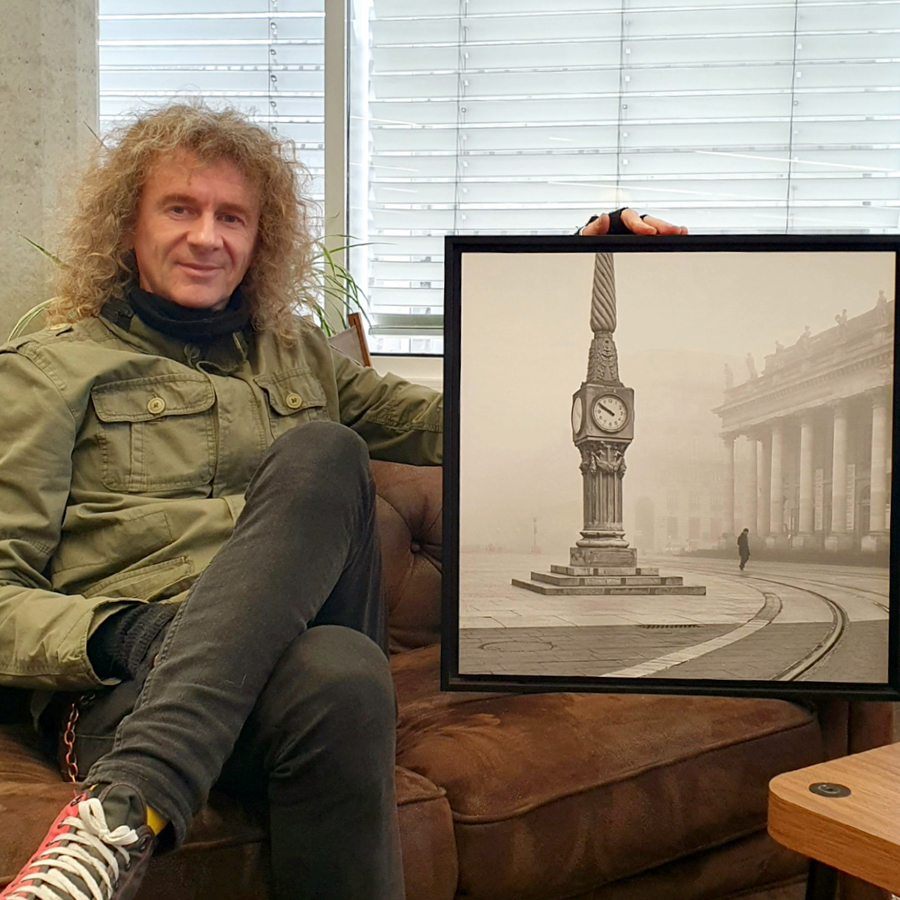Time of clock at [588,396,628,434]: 9:50
